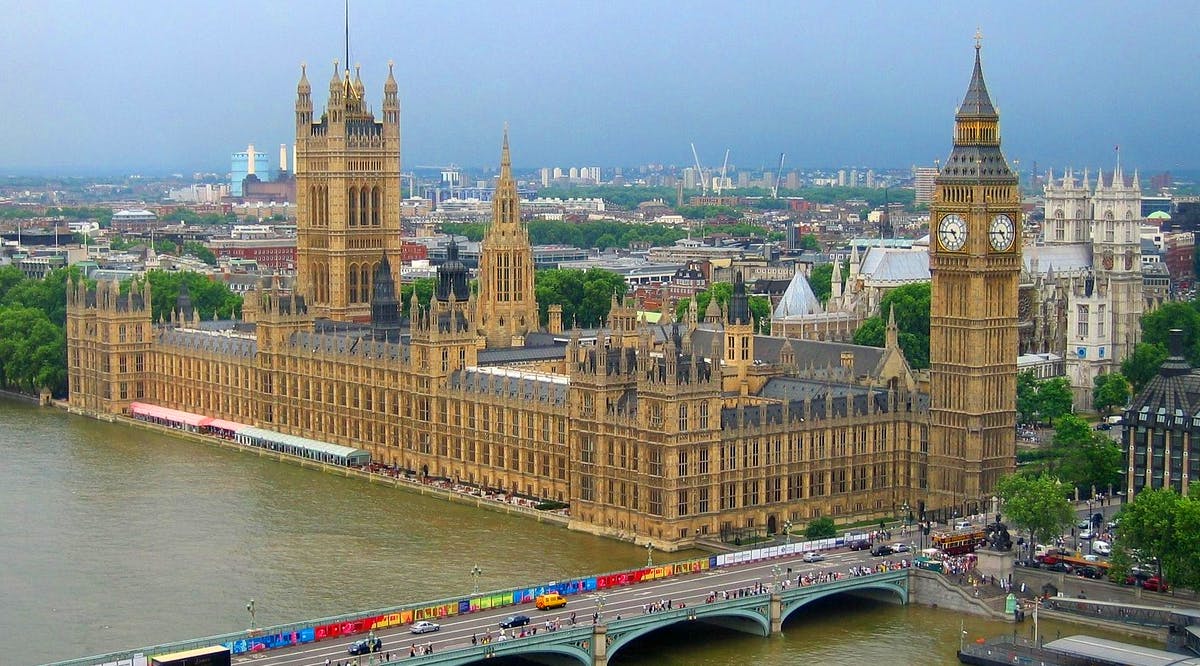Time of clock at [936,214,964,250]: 4:45
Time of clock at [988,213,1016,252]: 4:45
